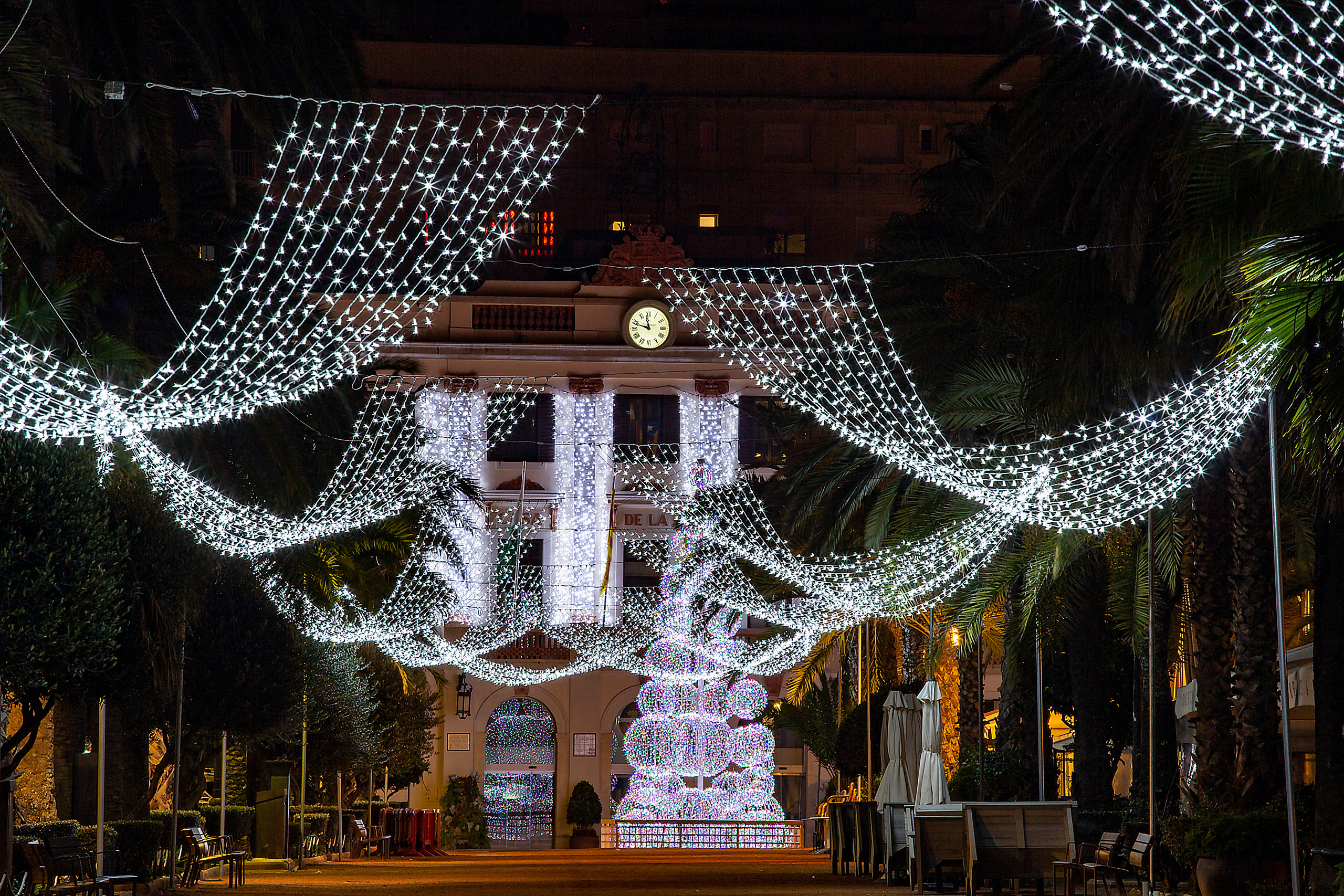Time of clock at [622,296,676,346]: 11:47
